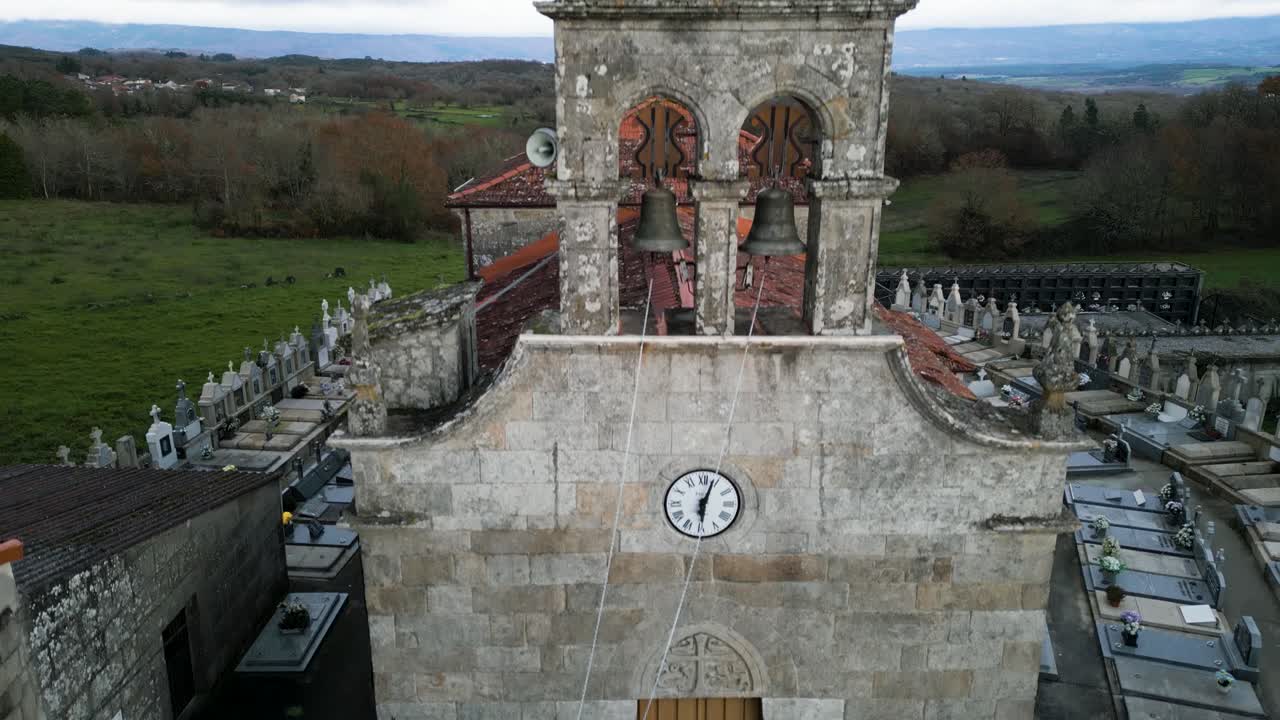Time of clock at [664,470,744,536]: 6:03
